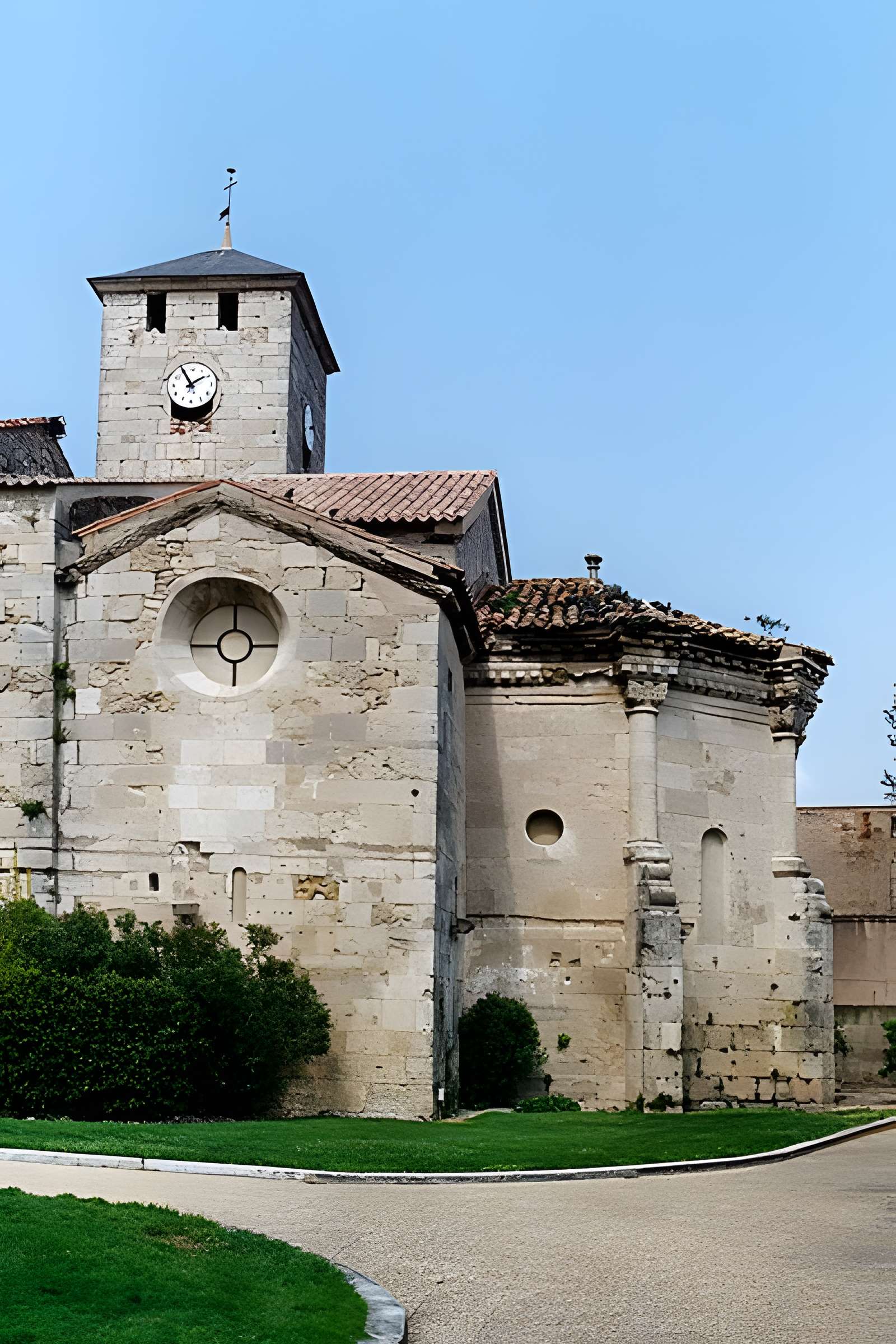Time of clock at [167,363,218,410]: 1:55
